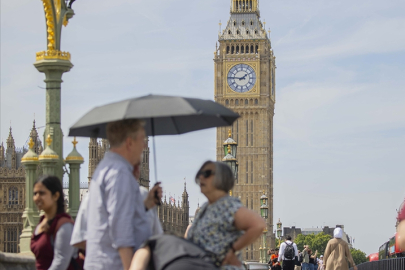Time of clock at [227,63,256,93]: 1:46
